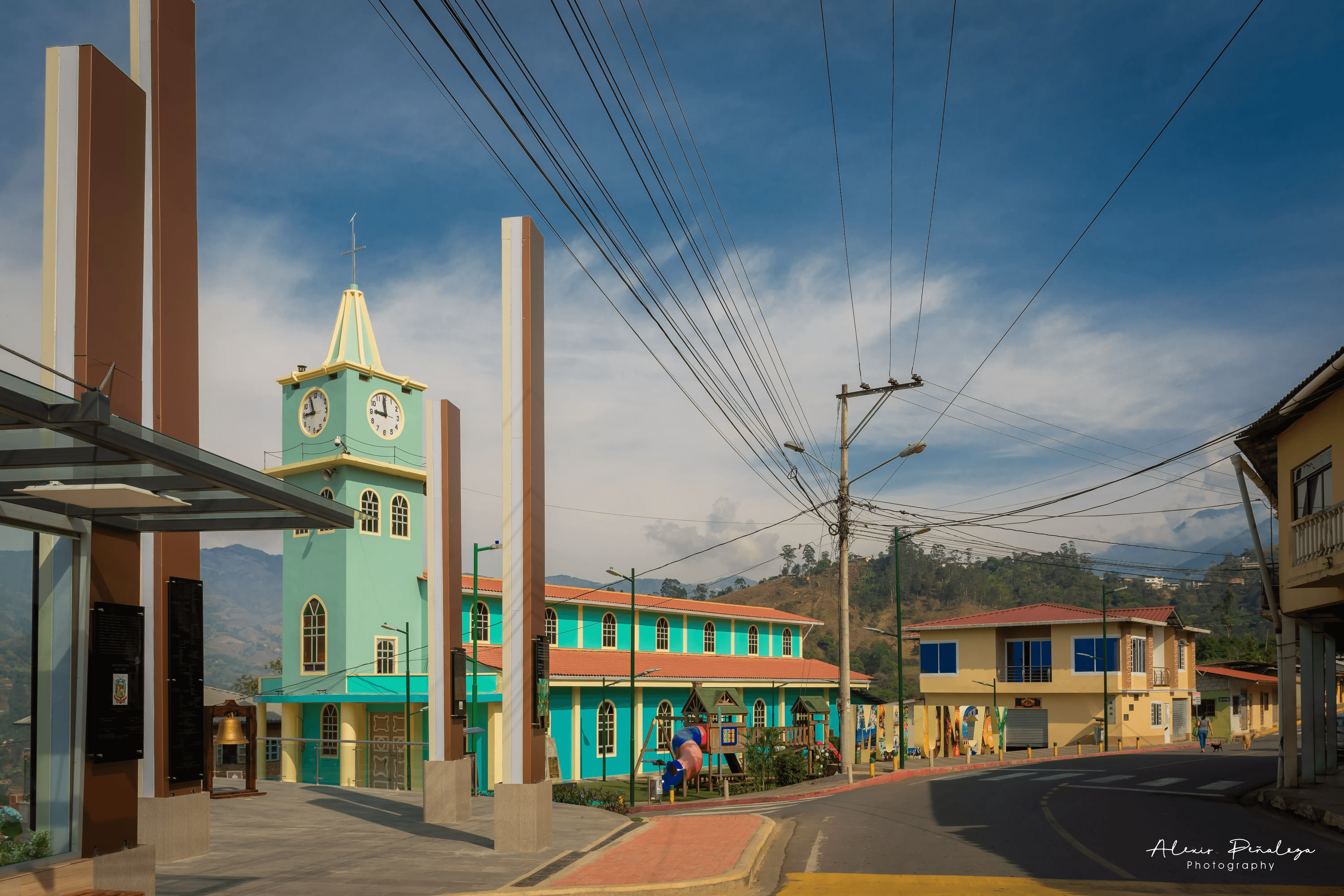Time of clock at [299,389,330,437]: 8:56
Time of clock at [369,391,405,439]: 8:59
